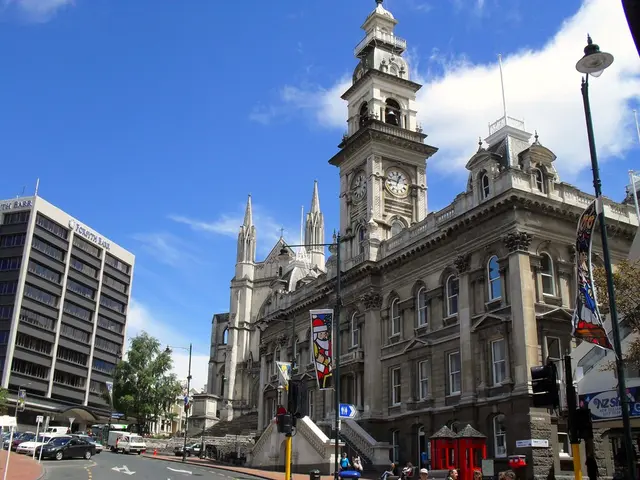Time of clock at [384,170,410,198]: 12:46
